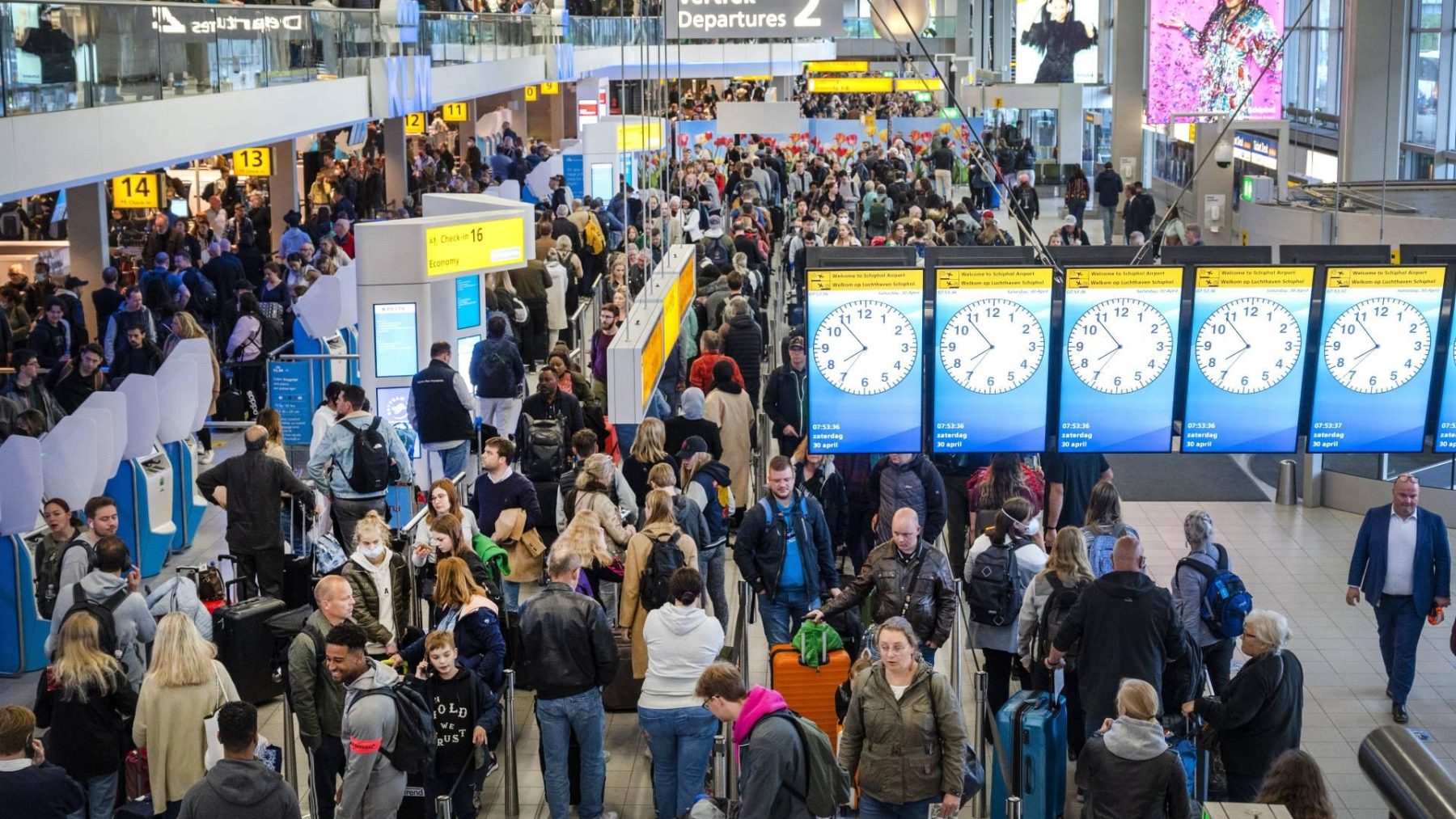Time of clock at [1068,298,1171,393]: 7:53
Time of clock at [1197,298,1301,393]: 7:53
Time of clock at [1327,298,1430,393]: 7:53
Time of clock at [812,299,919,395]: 7:53
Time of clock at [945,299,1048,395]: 7:53
